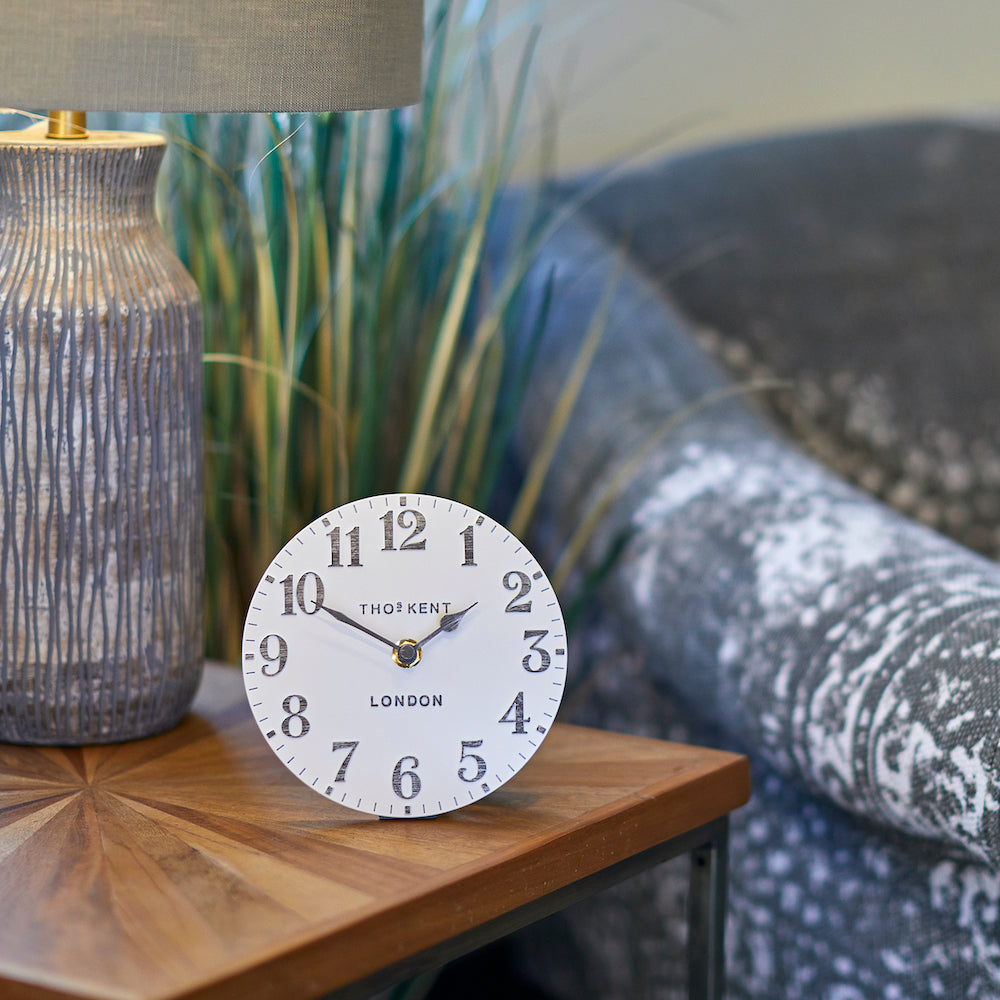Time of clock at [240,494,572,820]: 1:49
